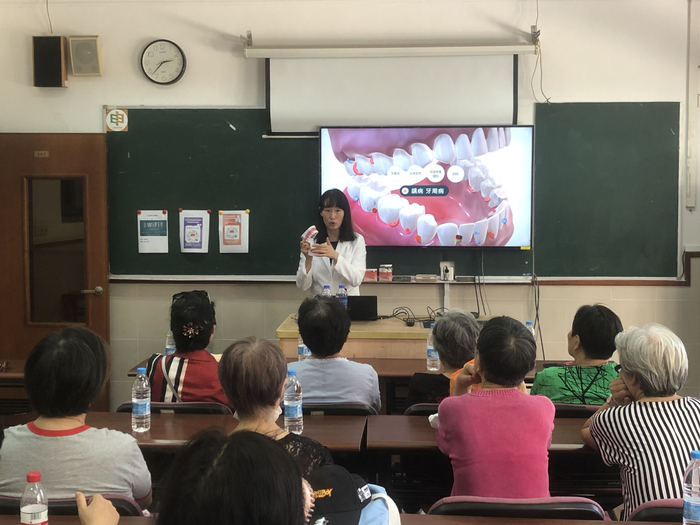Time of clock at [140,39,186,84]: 2:37
